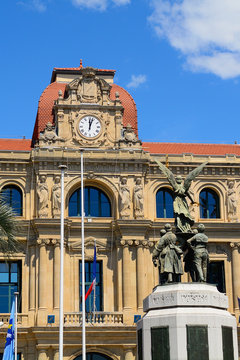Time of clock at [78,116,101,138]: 12:03
